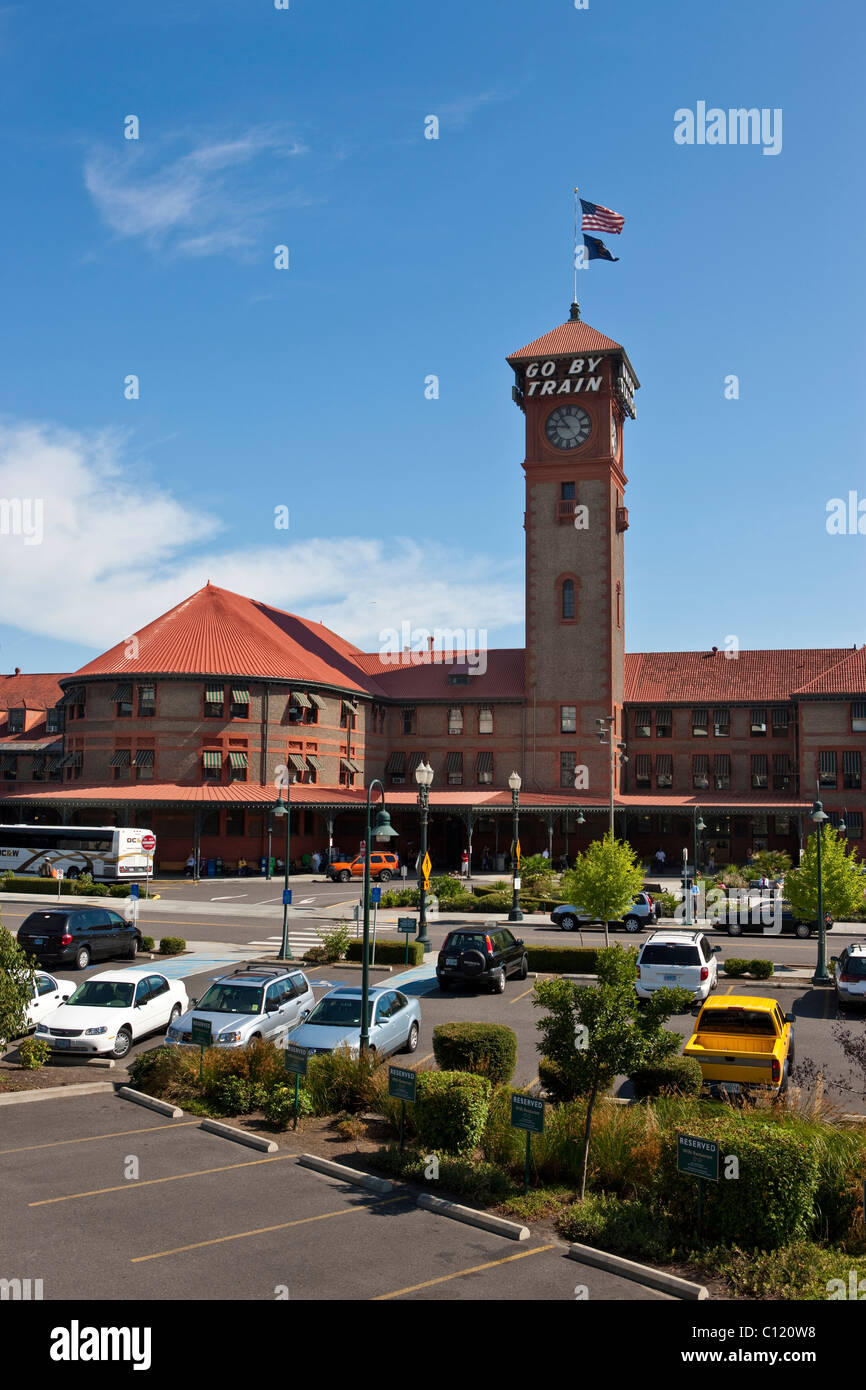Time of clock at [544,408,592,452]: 10:45
